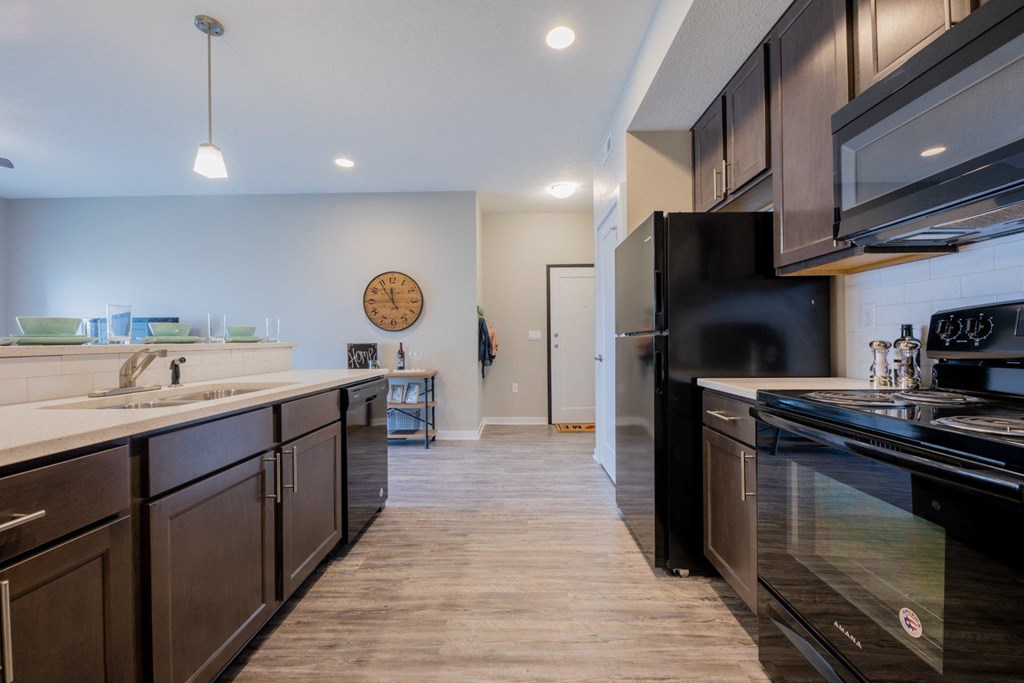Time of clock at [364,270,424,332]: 11:54
